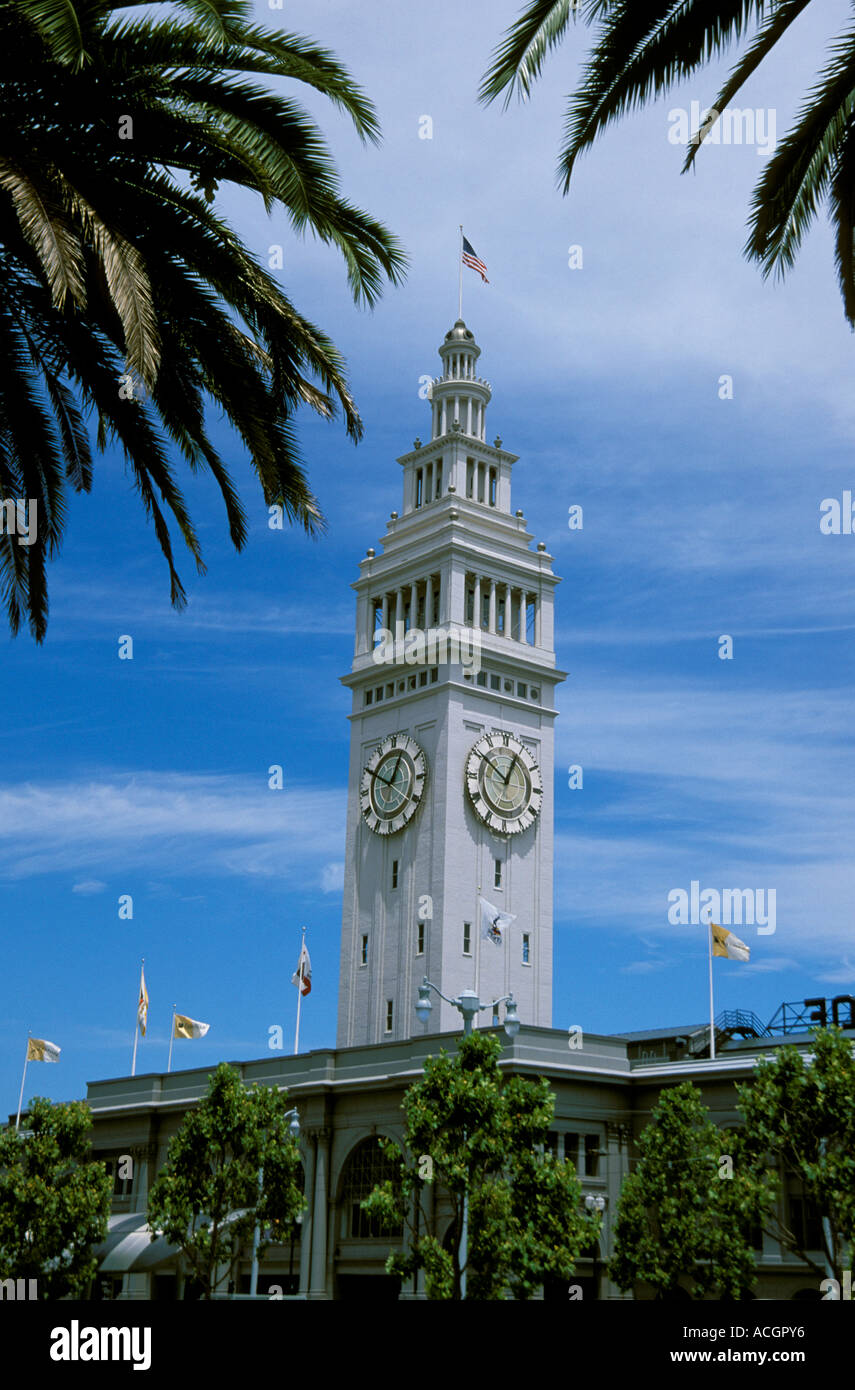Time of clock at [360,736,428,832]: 12:50
